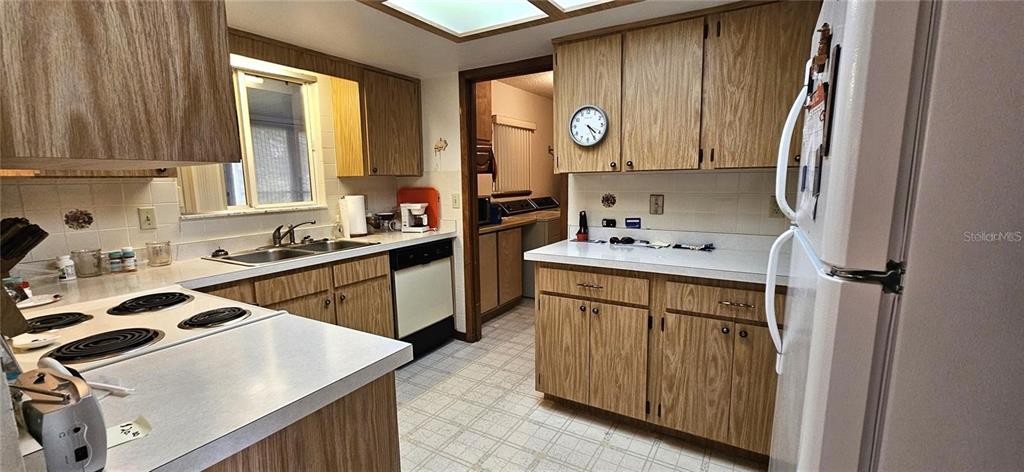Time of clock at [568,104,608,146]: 4:25
